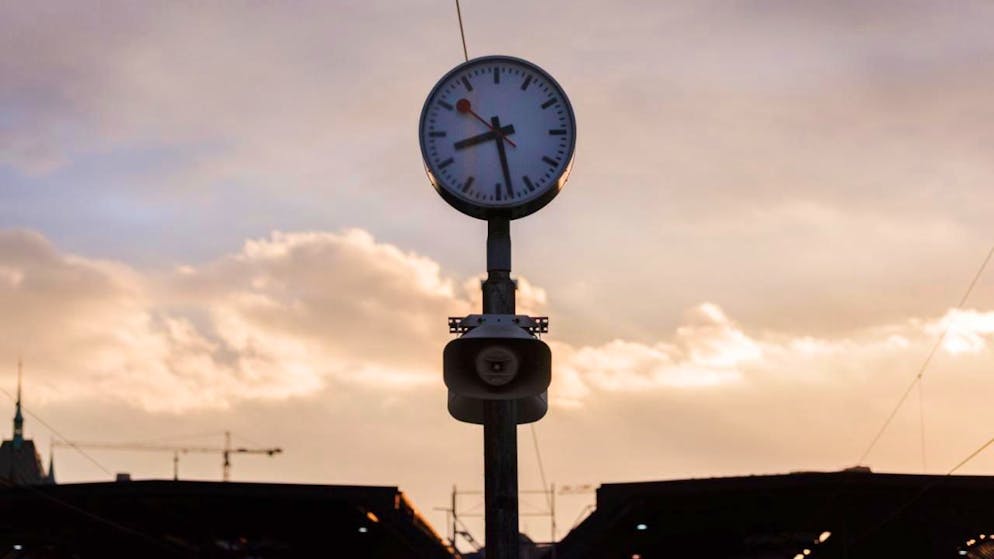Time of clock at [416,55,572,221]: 8:28
